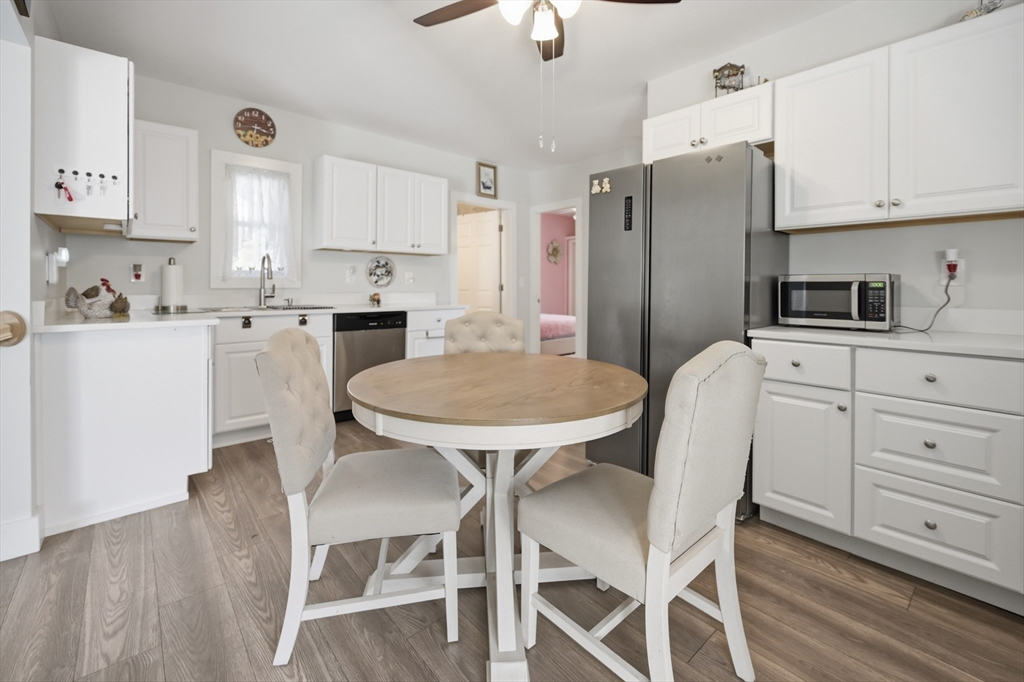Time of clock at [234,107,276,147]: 6:18
